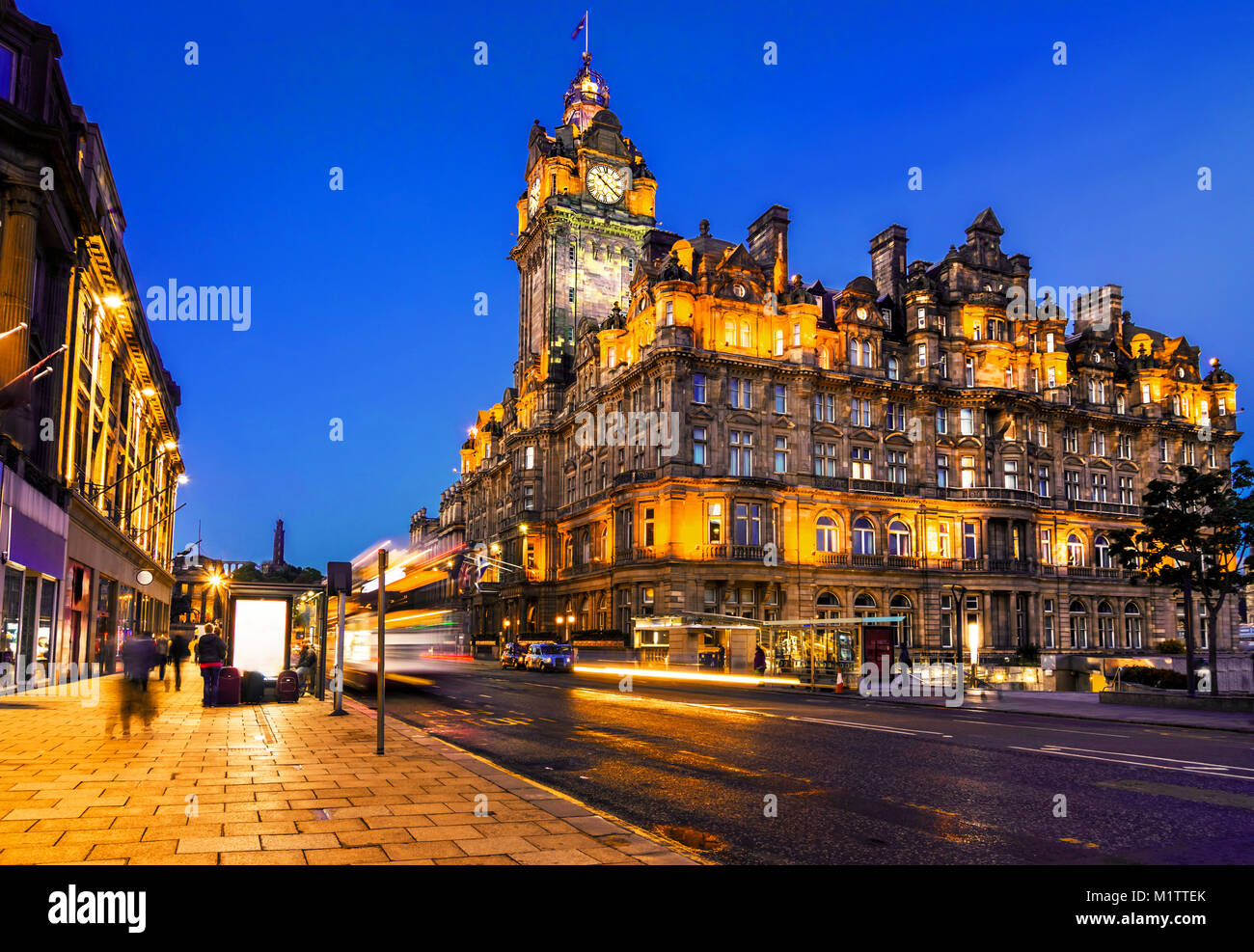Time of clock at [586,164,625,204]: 10:21
